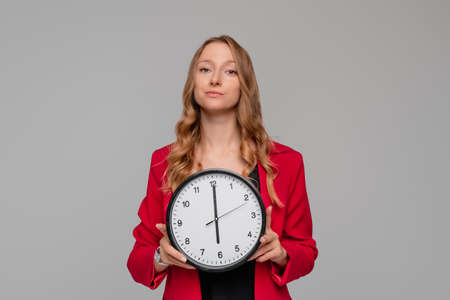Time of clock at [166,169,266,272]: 6:00
